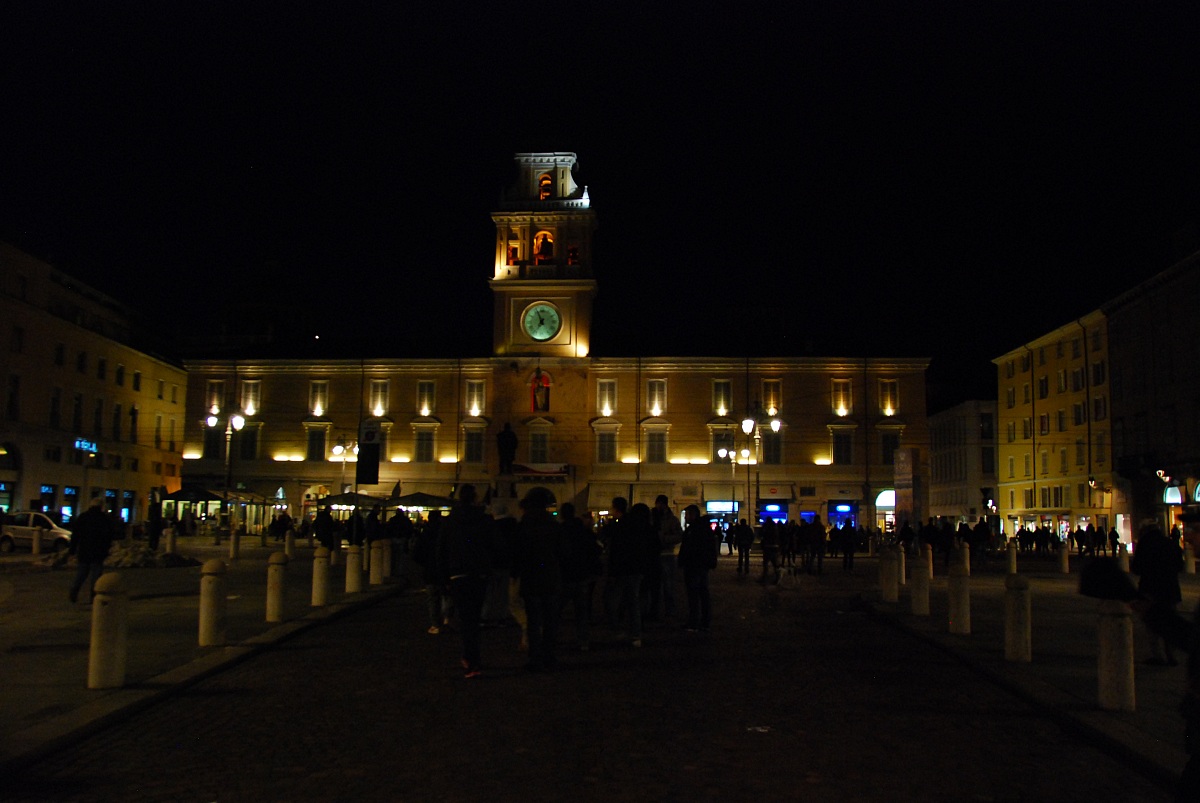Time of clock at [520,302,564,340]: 6:56
